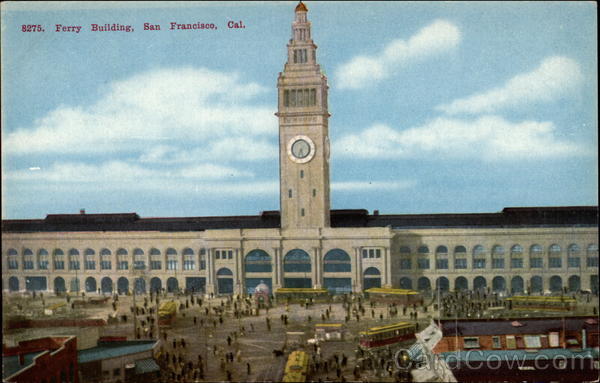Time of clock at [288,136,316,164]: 5:33
